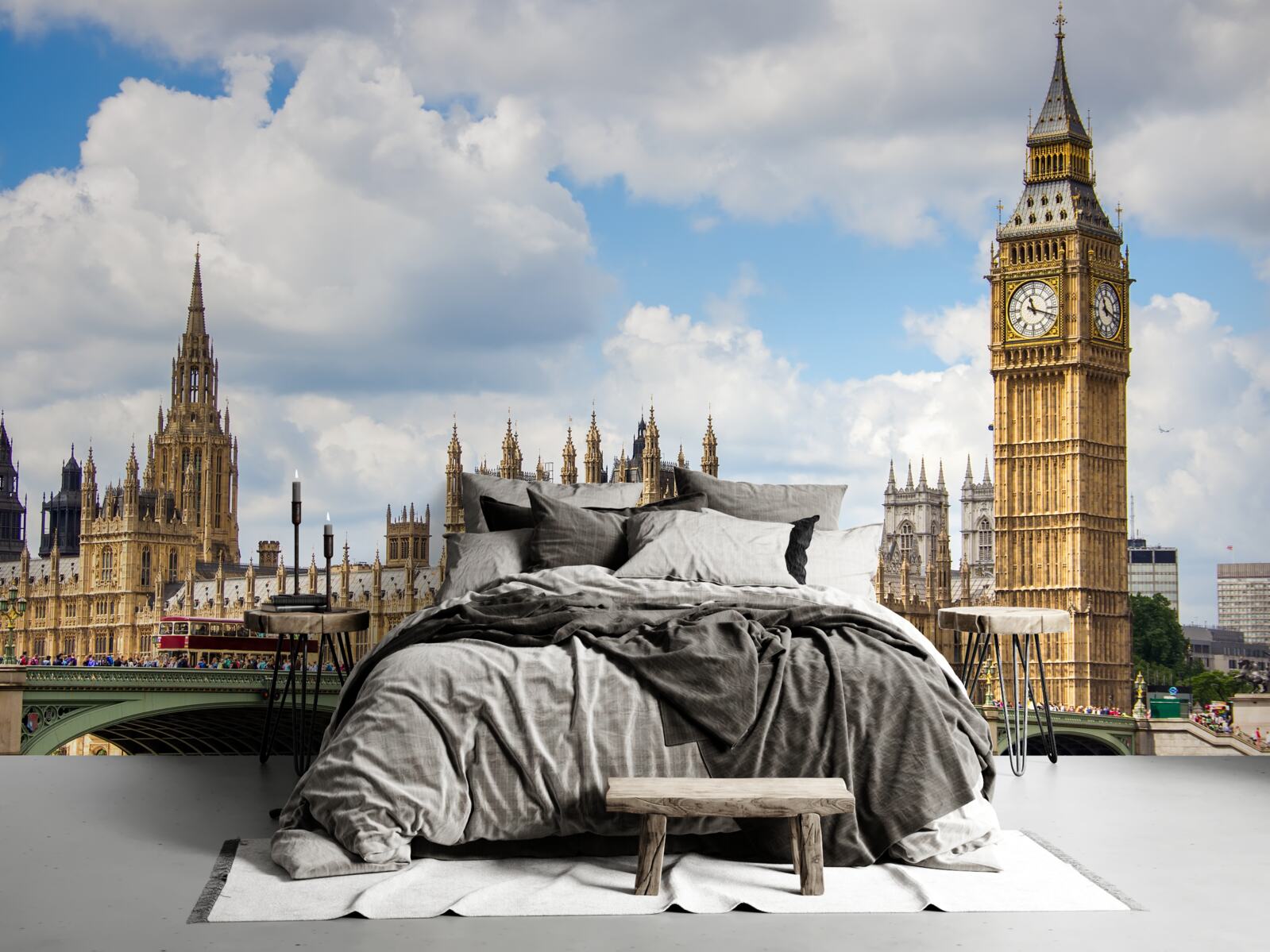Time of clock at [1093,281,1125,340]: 11:17
